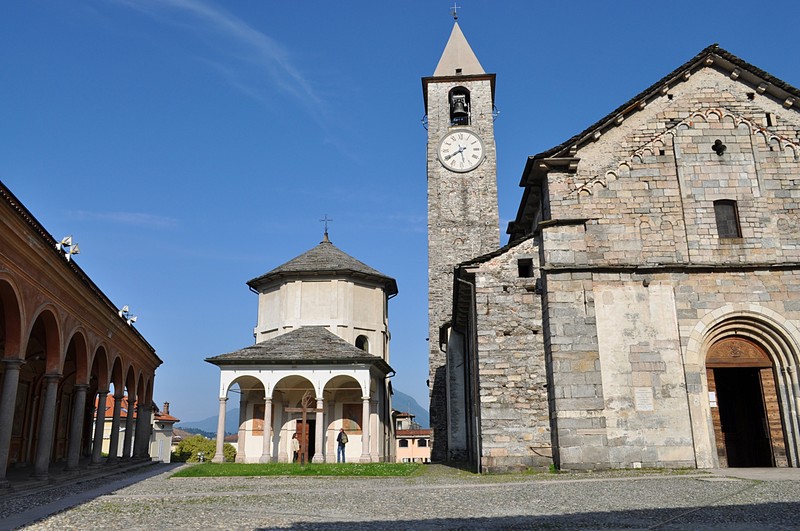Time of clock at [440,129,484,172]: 5:39
